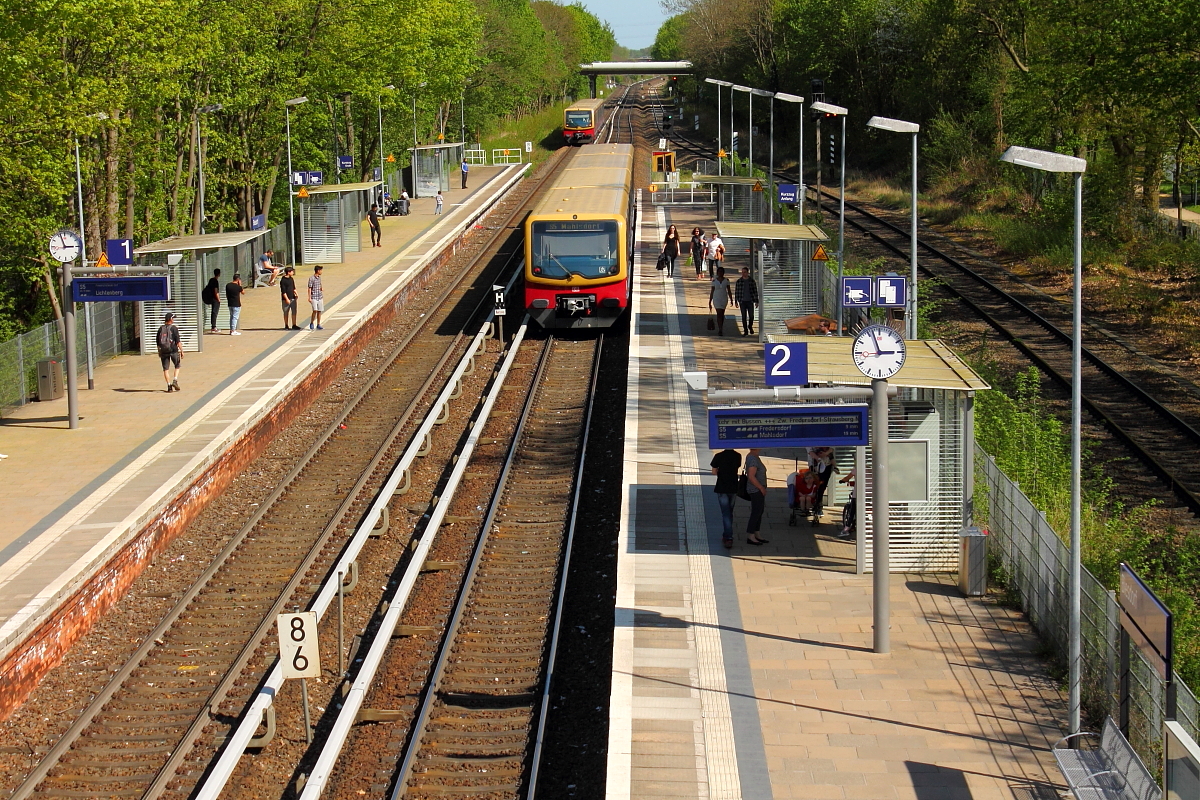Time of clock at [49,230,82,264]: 2:56
